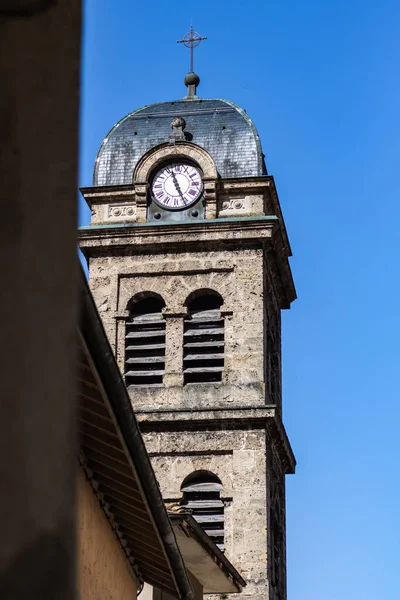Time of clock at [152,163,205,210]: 11:25
